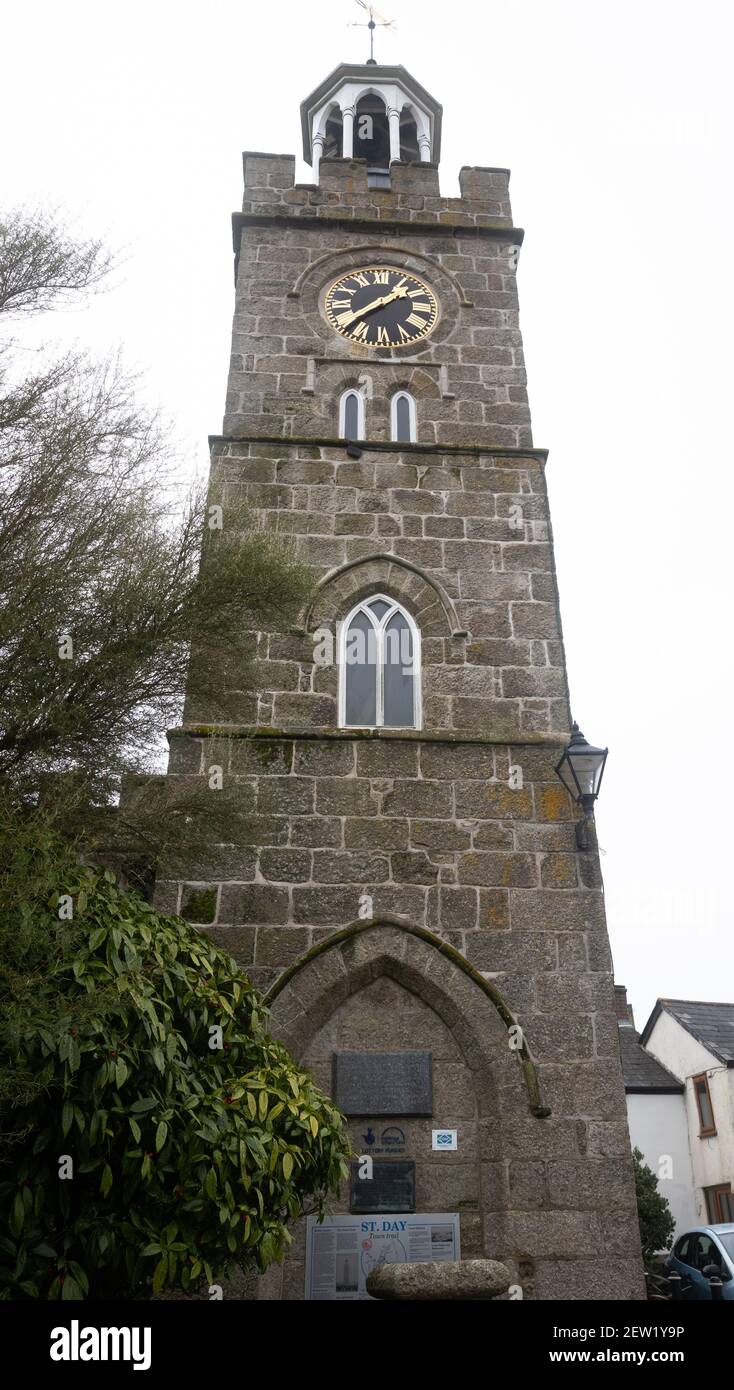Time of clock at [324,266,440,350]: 1:37
